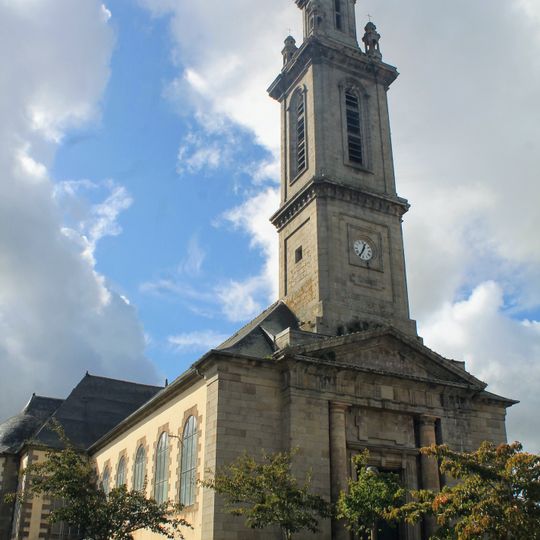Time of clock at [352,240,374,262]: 12:34
